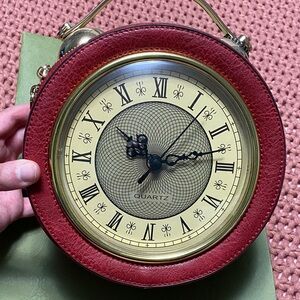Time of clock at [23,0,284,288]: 10:12
